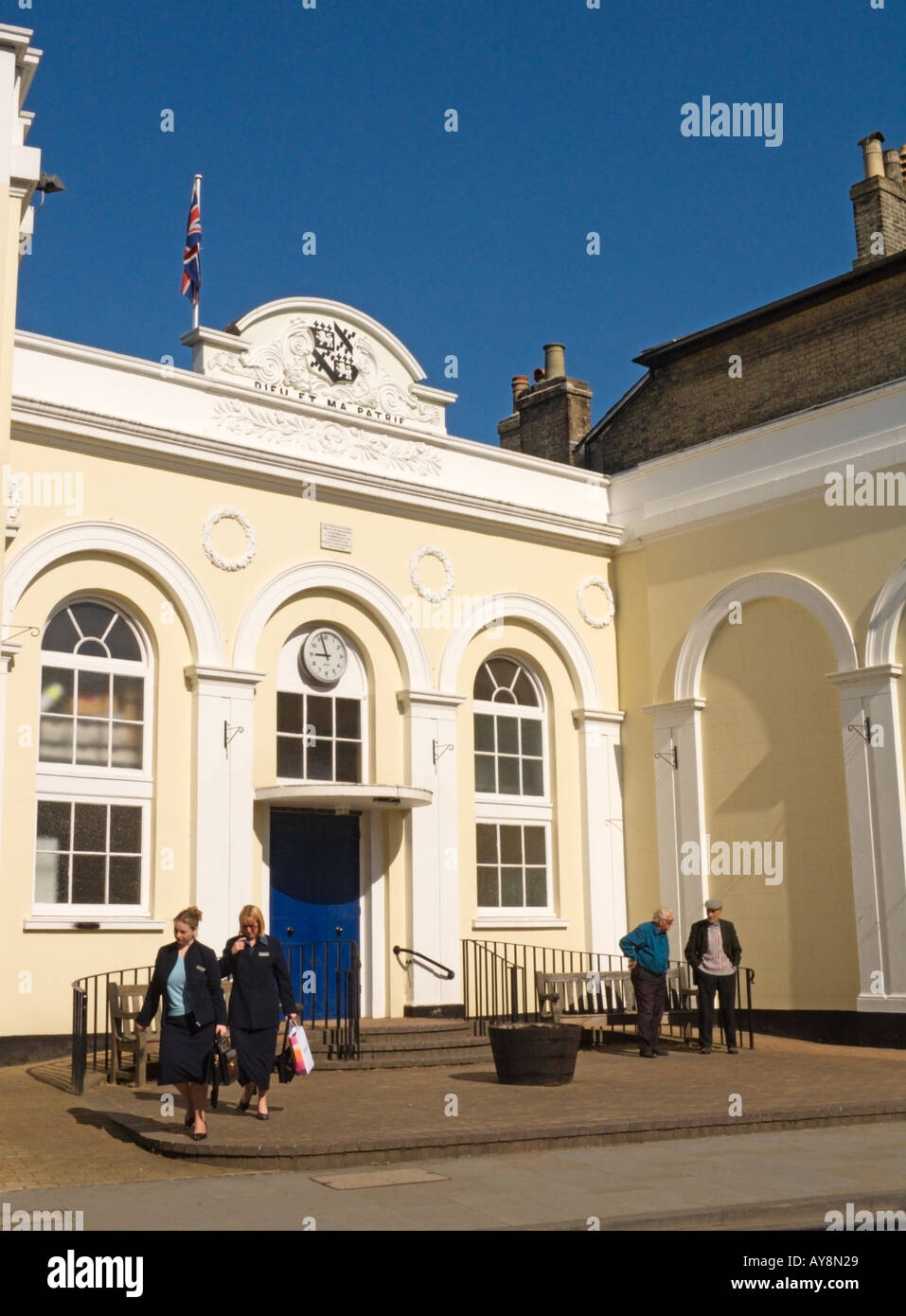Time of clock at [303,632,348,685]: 8:57
